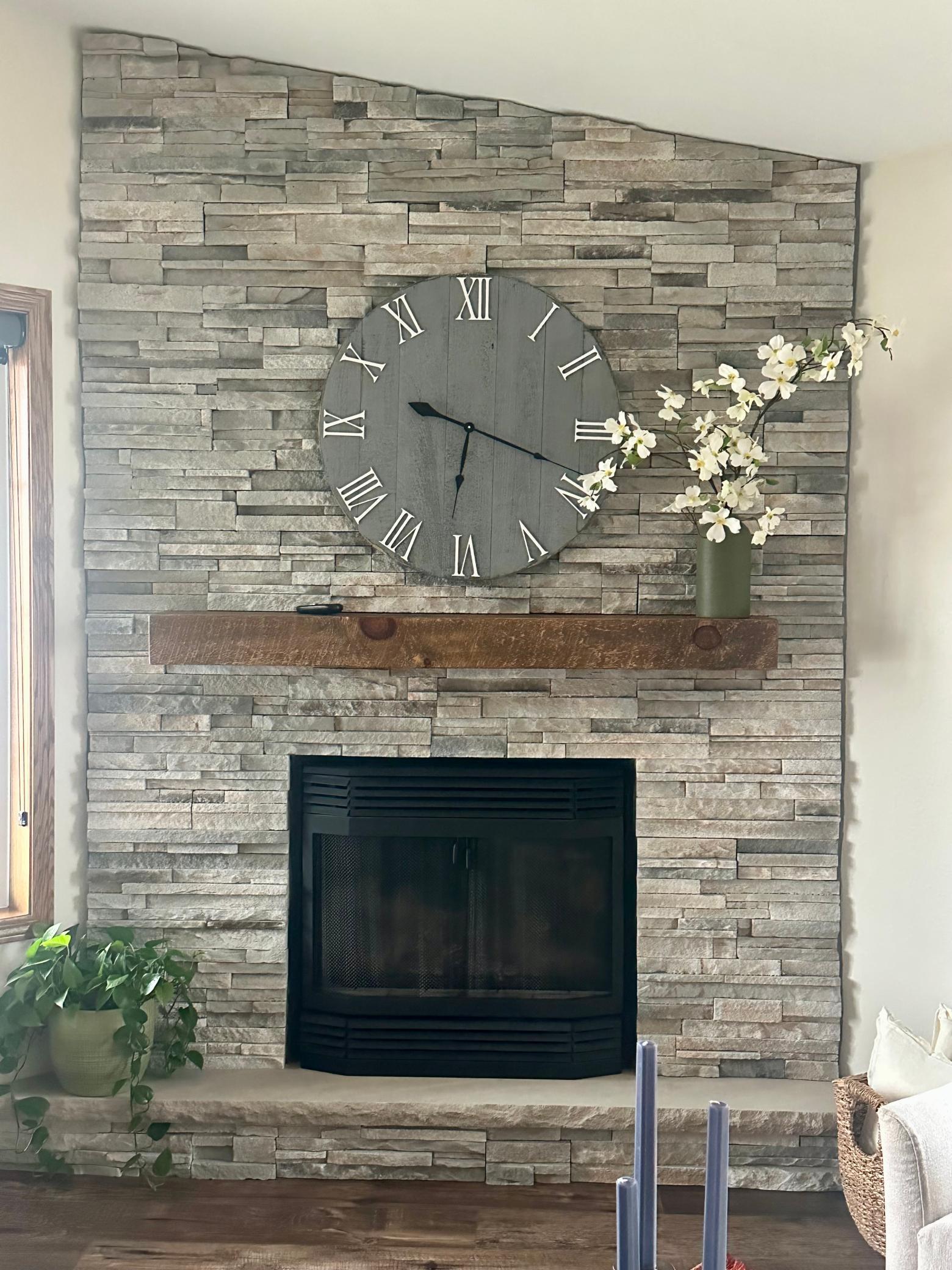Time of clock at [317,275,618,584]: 6:18
